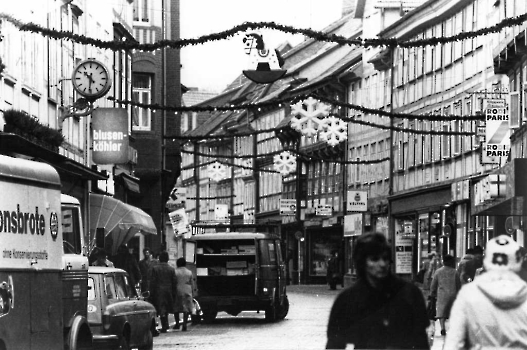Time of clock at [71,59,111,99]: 10:31
